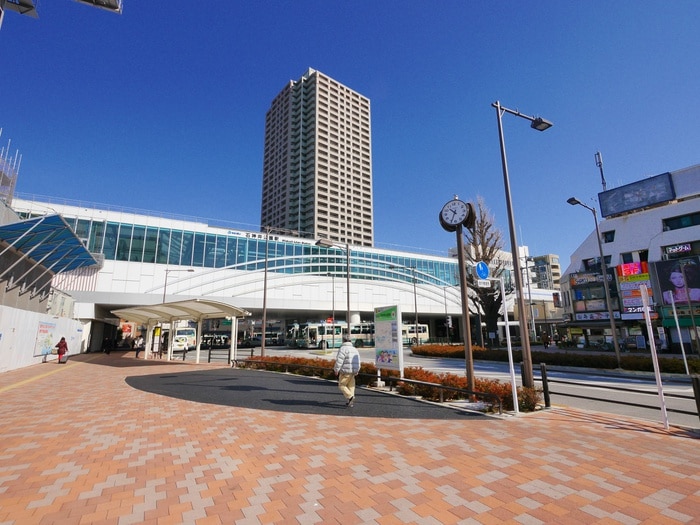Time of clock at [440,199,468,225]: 10:34
